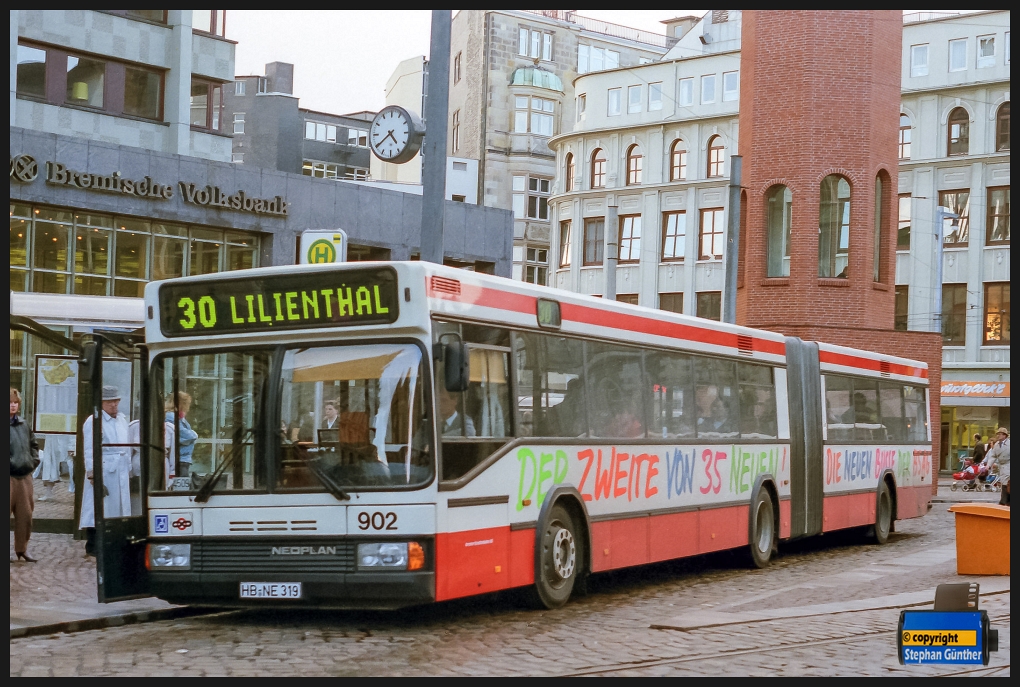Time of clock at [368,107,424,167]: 4:39
